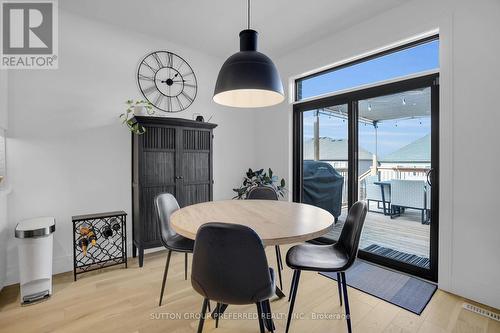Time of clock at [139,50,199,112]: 1:13
